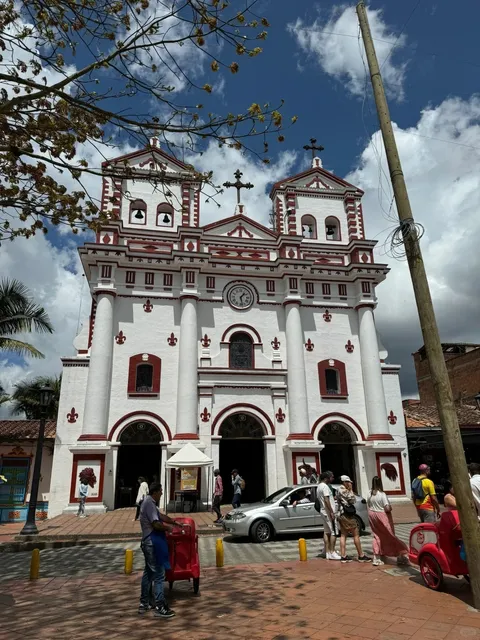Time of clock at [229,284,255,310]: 1:28
